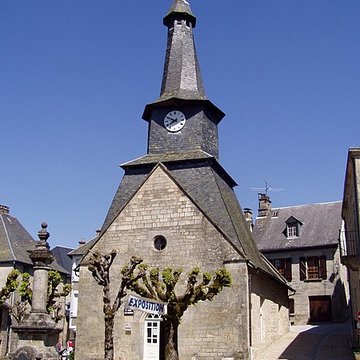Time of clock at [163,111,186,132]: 7:49
